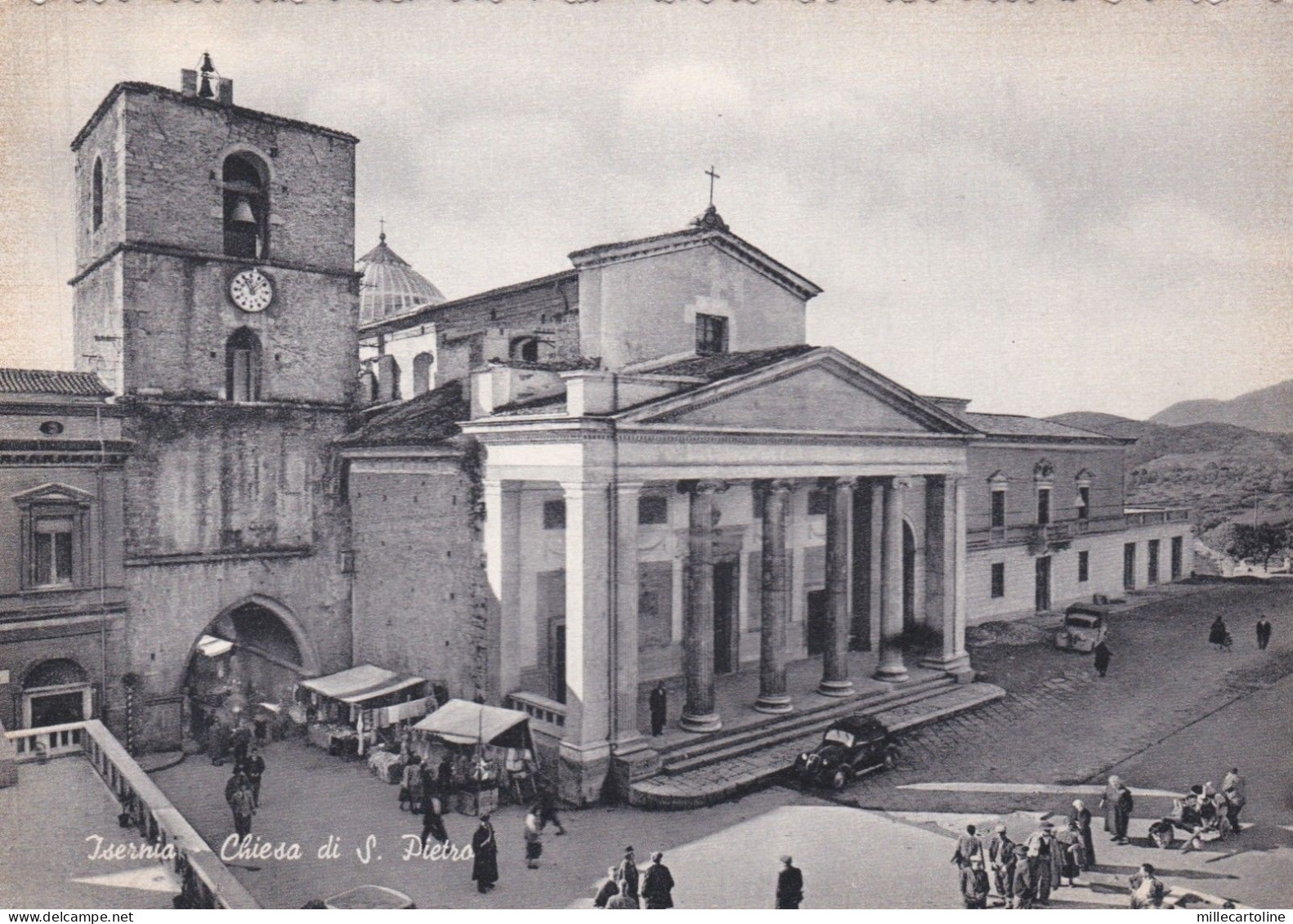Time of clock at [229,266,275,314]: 11:07
